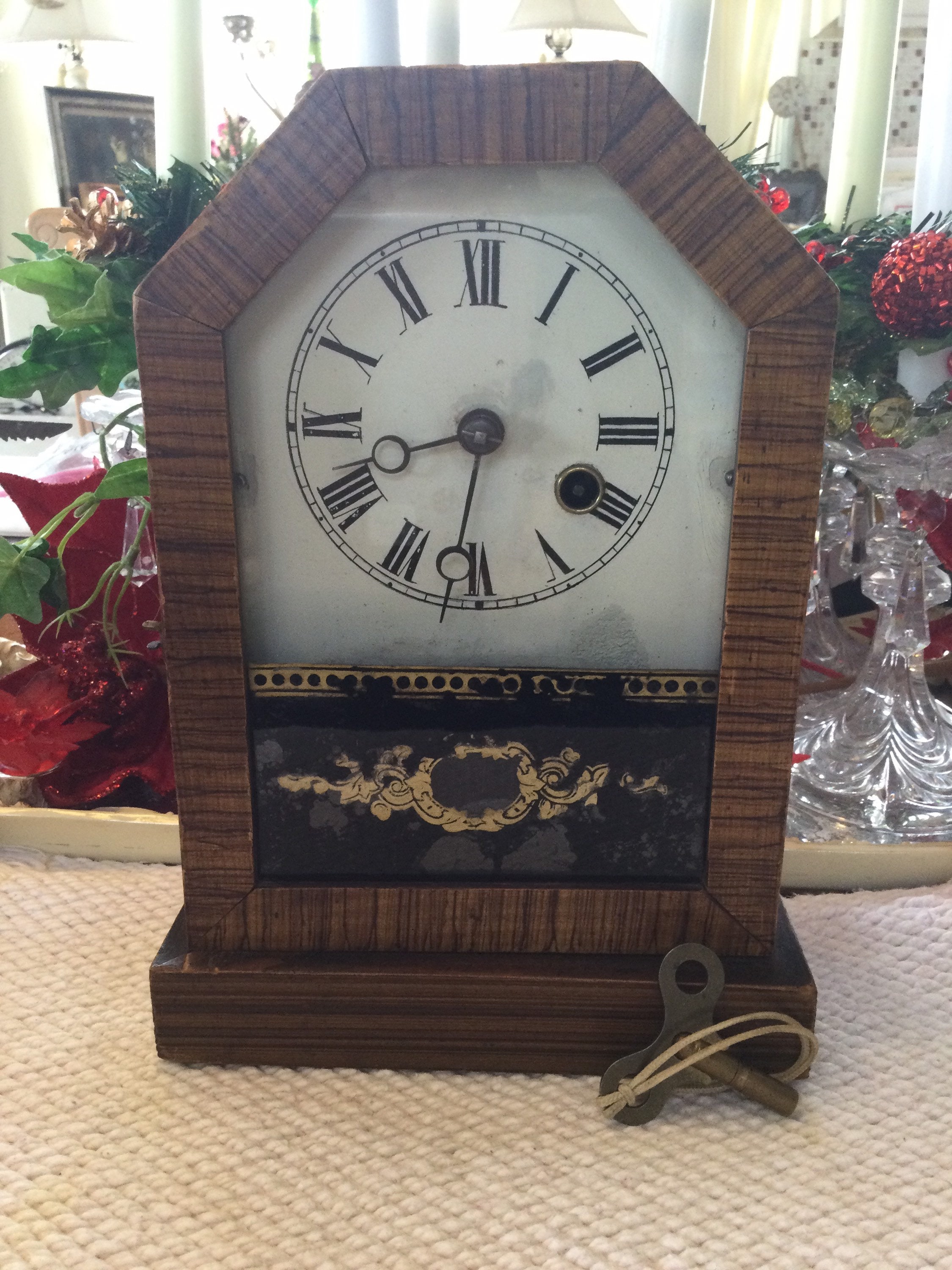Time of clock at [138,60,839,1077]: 8:31
